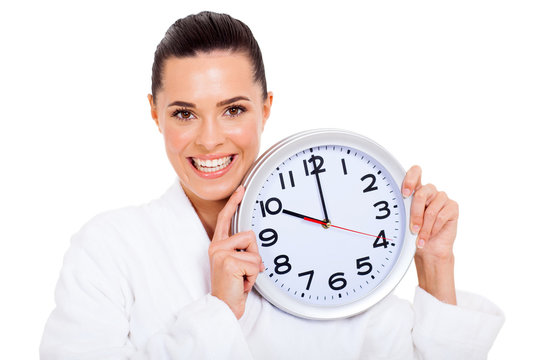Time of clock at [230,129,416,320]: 10:00
